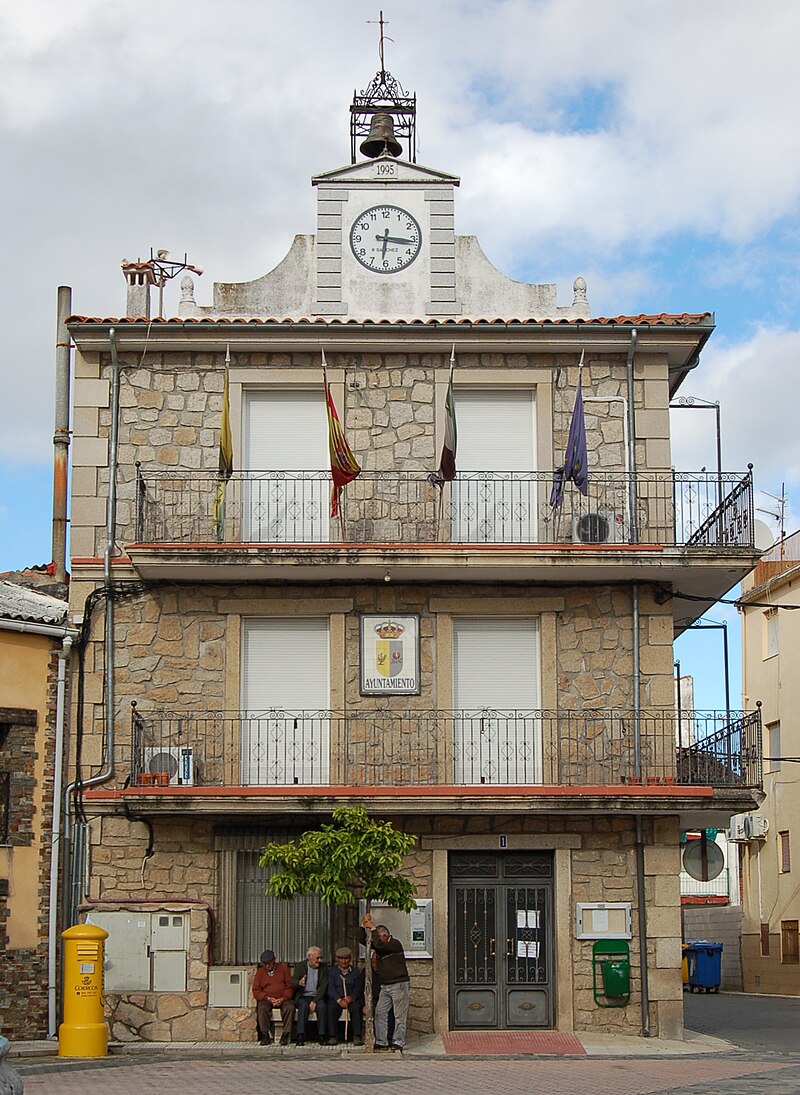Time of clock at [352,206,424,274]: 6:16
